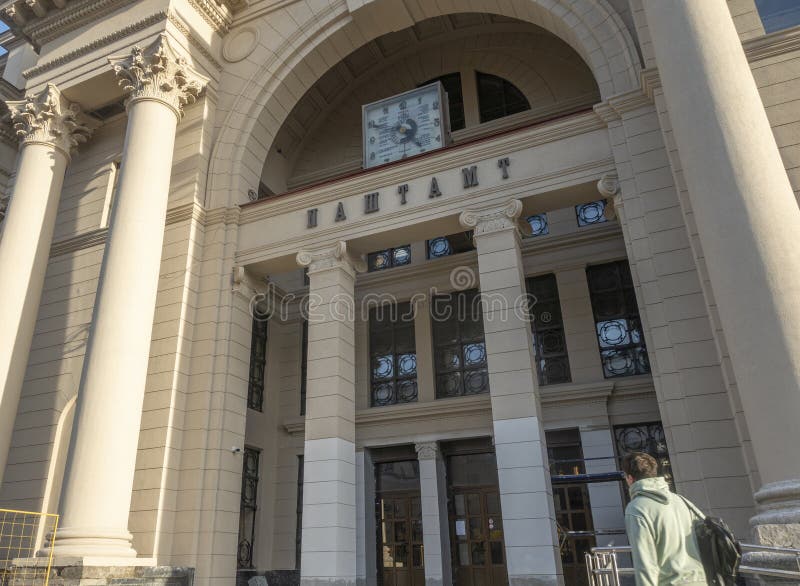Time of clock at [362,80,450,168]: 4:49
